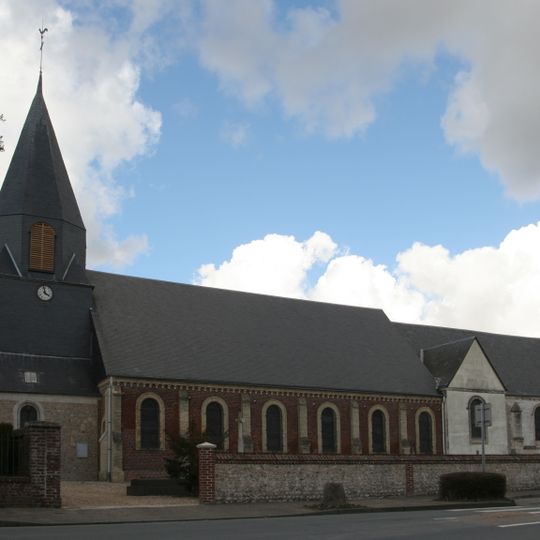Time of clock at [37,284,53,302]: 3:58
